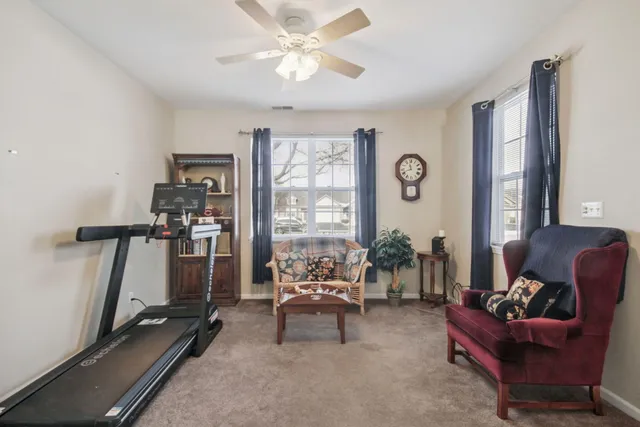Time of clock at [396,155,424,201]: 11:41
